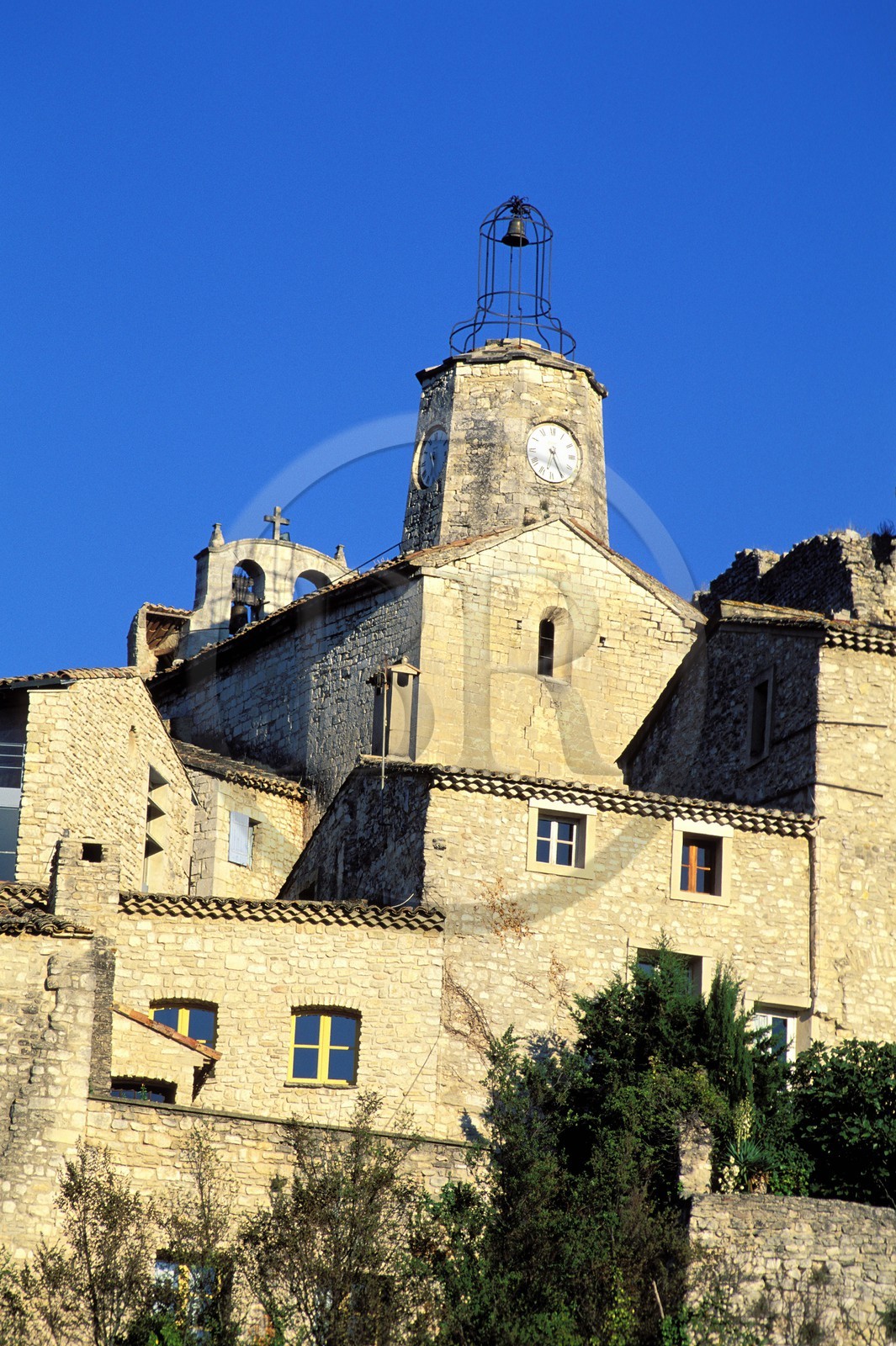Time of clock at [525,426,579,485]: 6:25
